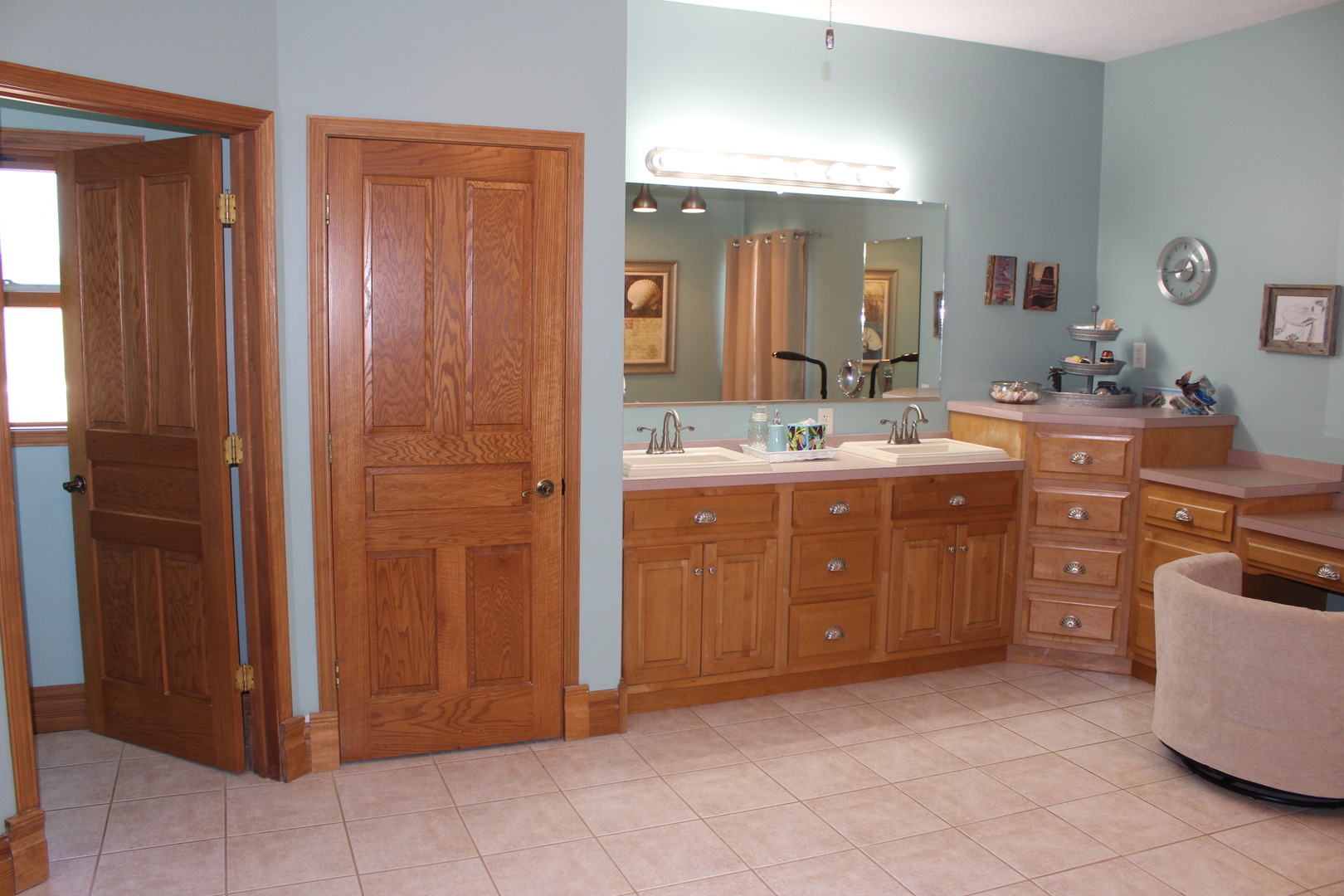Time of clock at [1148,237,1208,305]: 12:43
